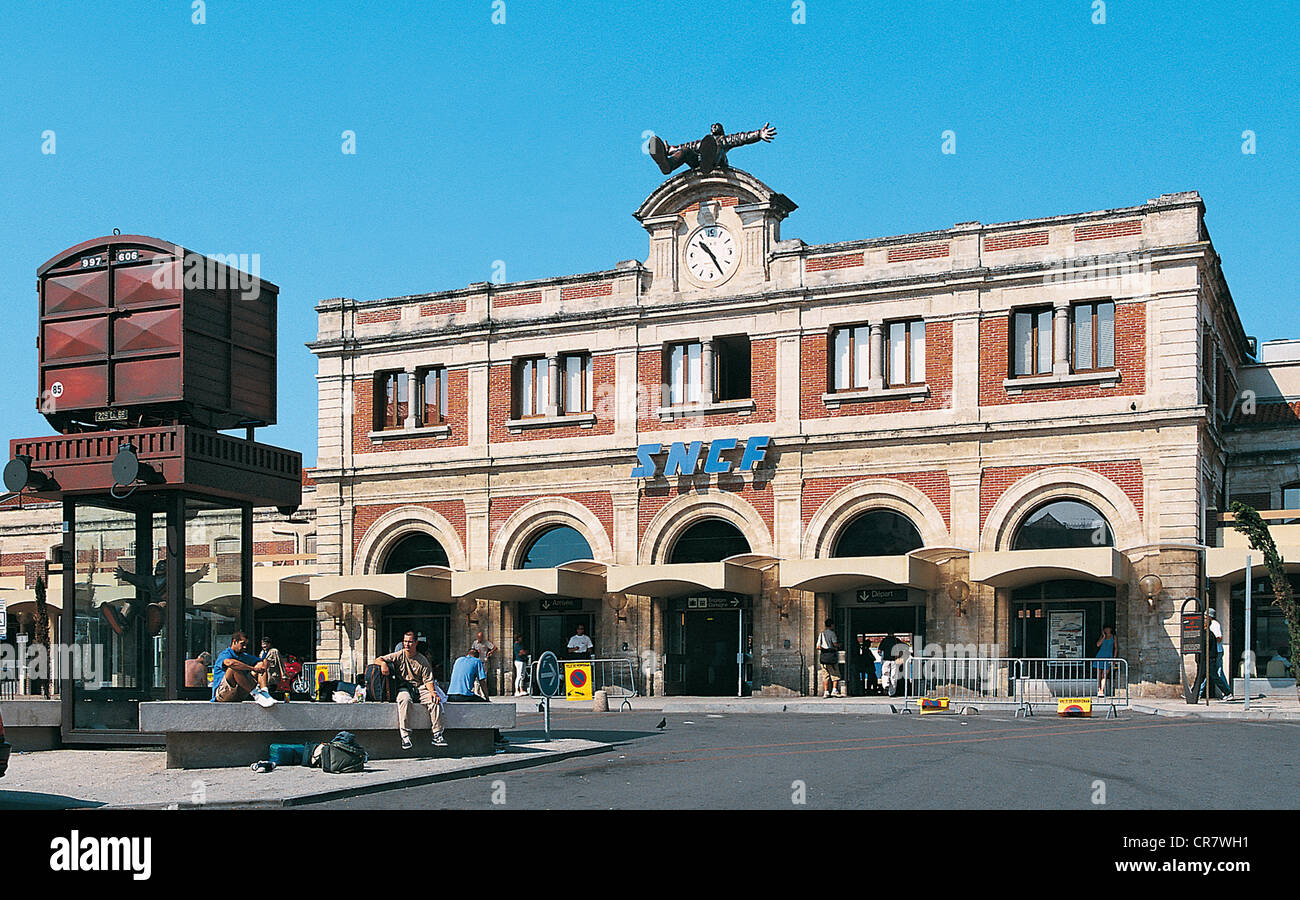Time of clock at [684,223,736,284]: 10:24
